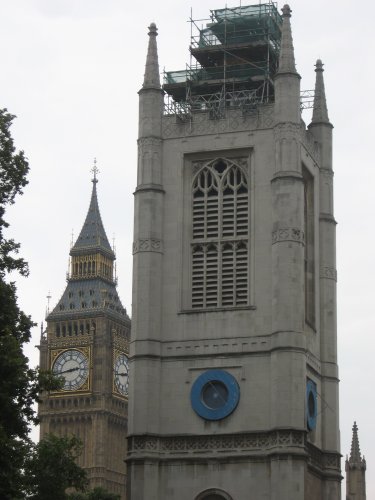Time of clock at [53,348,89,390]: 2:43
